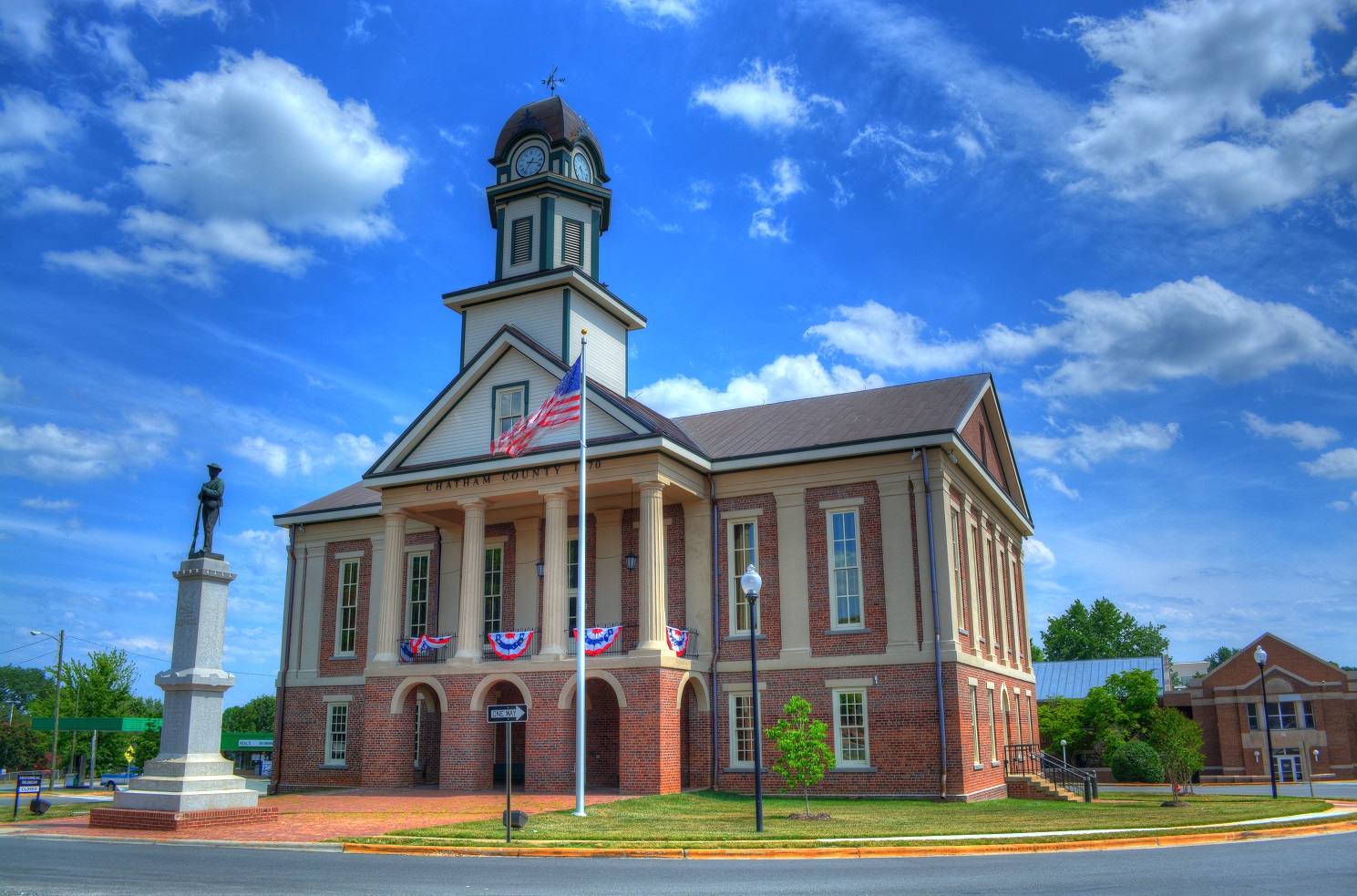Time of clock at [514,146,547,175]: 3:36
